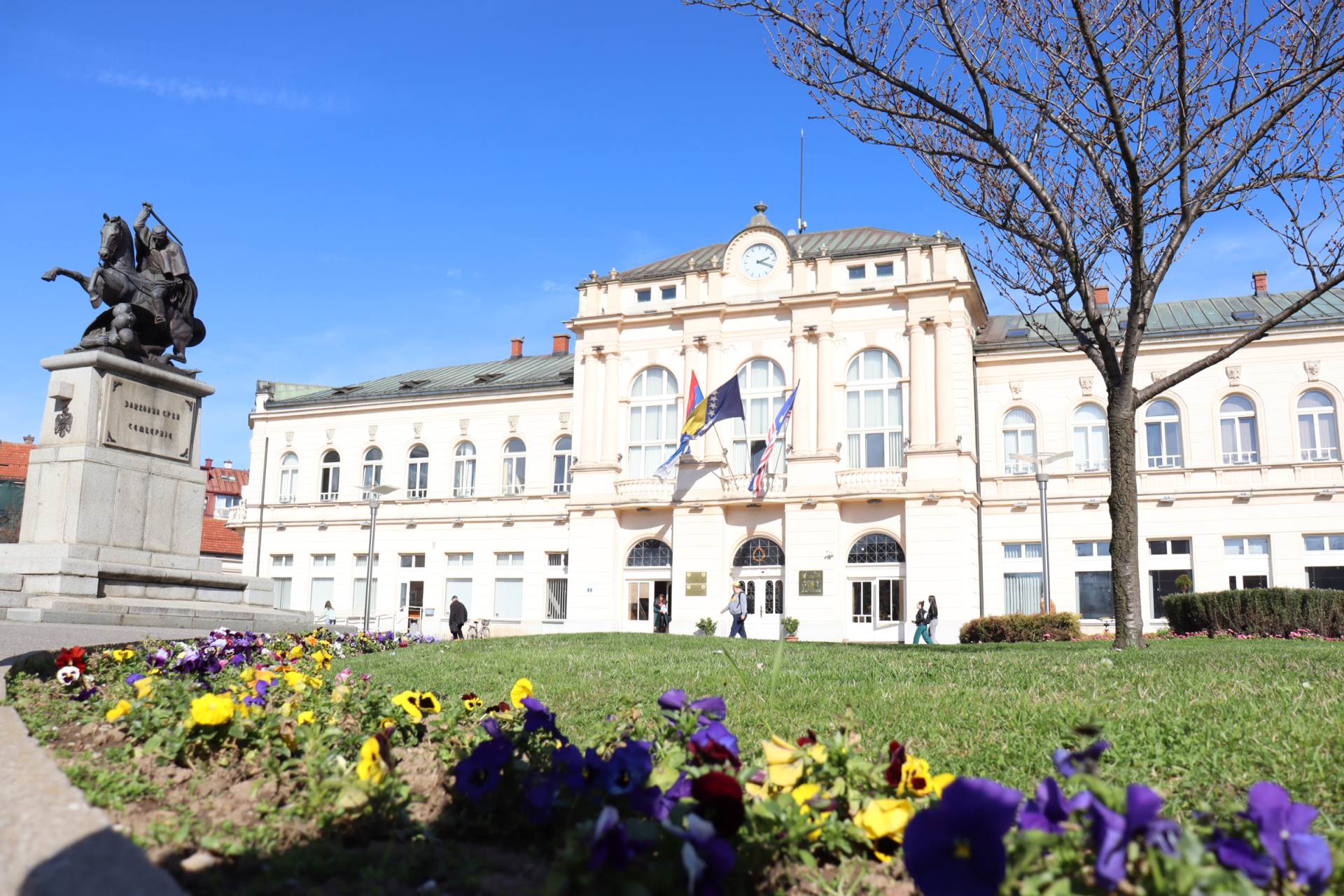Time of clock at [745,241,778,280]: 2:19
